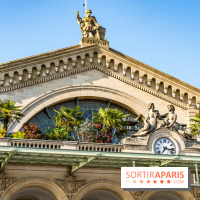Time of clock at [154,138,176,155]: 7:17
